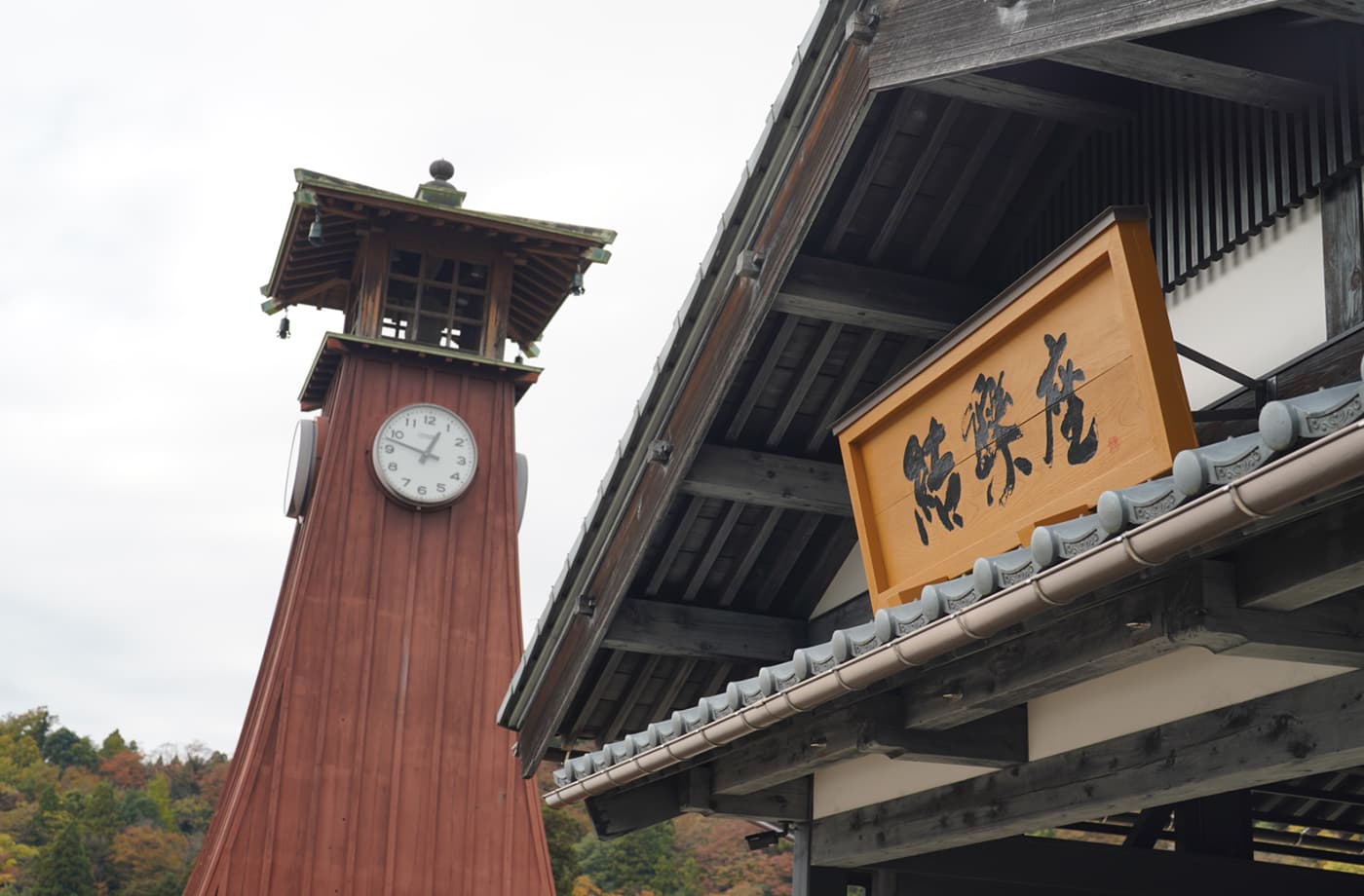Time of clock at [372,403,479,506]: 12:47
